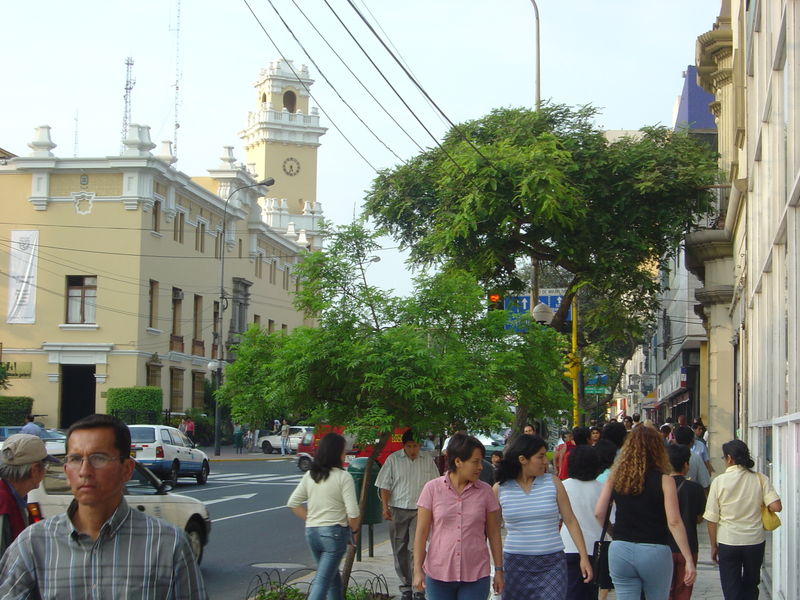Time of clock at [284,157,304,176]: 5:33
